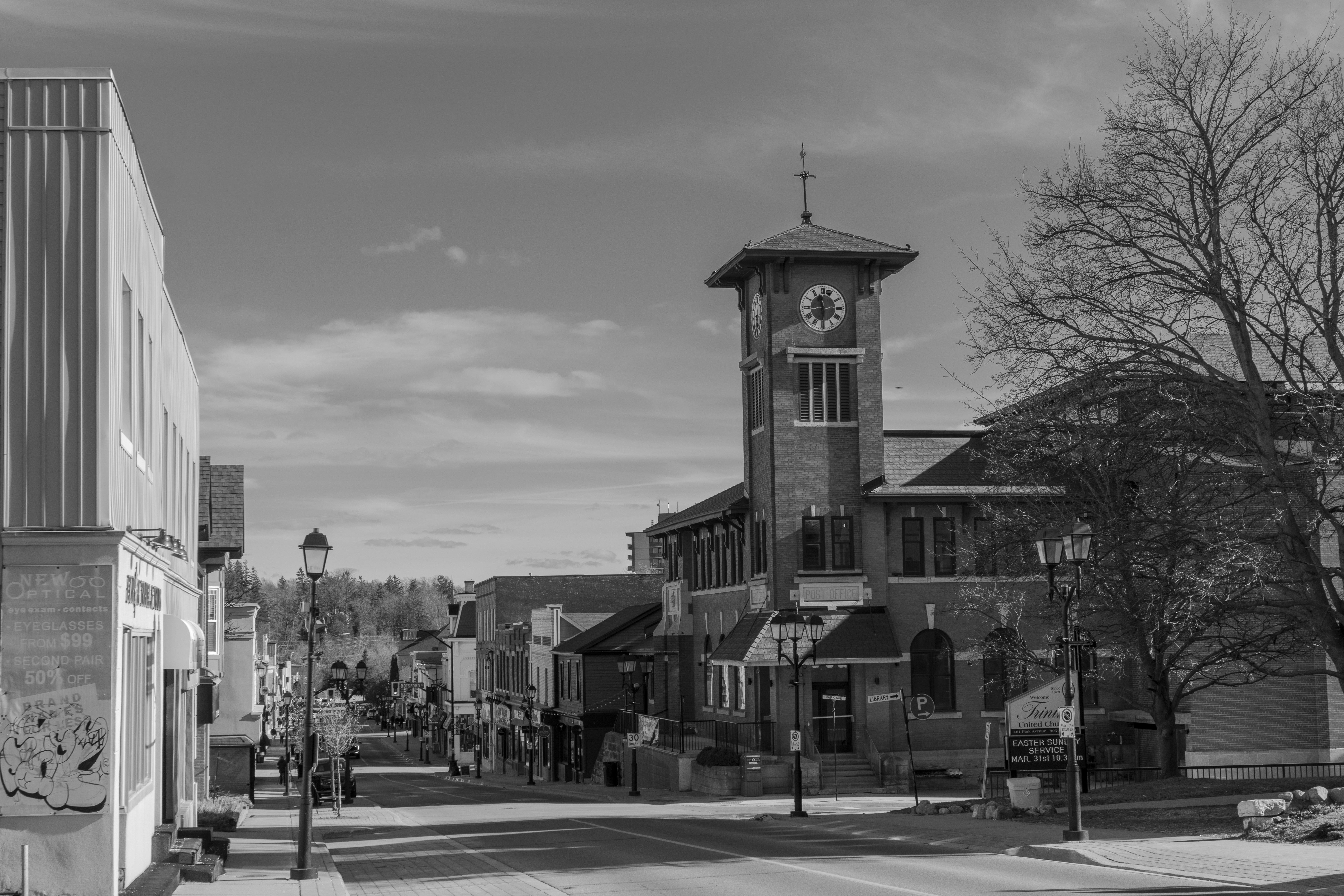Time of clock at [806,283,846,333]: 11:29
